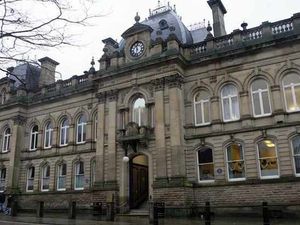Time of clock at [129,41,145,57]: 11:32
